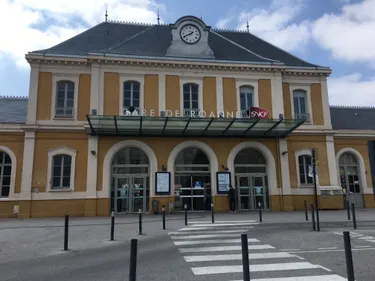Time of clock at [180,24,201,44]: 1:40
